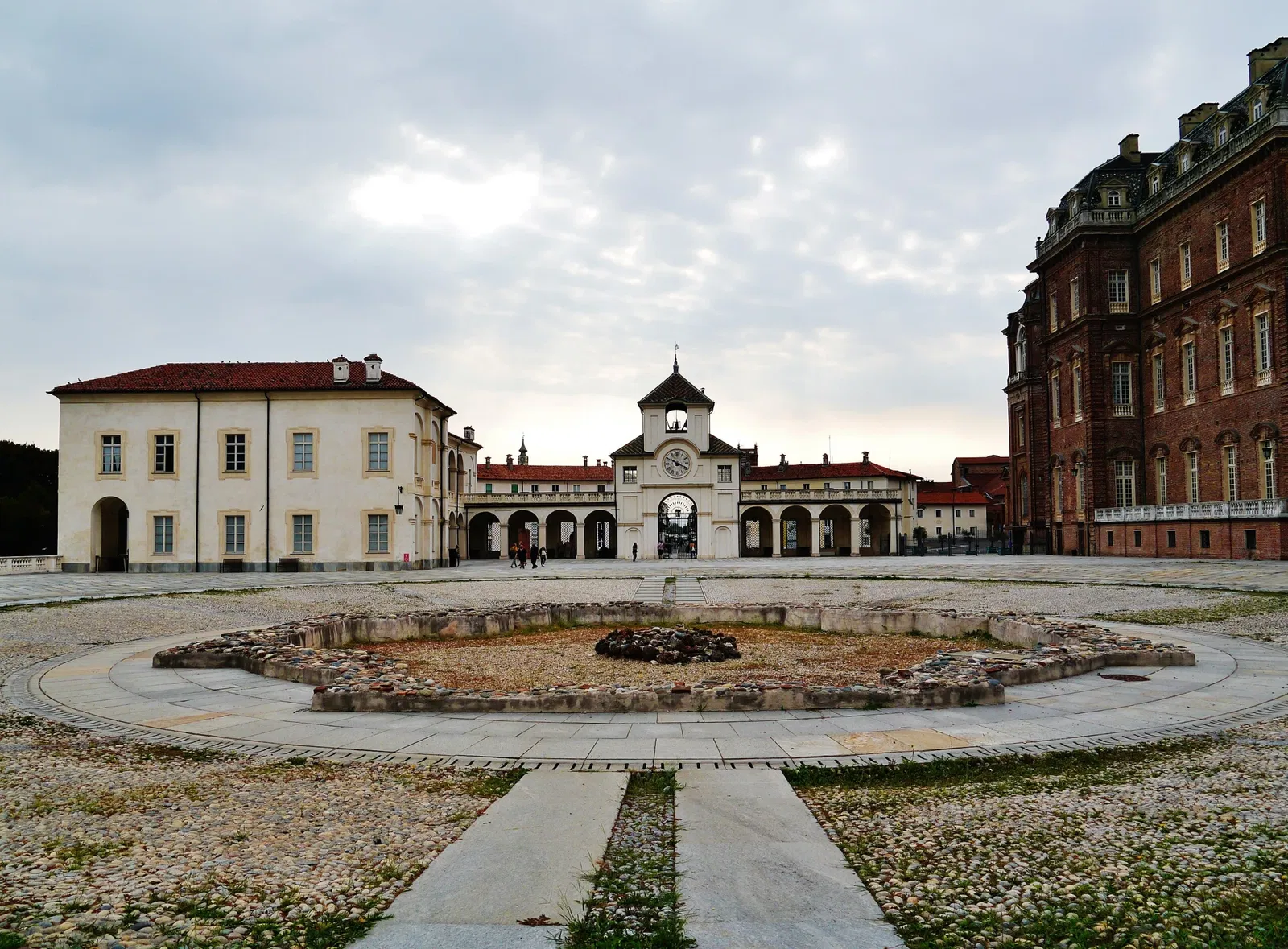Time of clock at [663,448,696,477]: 10:18
